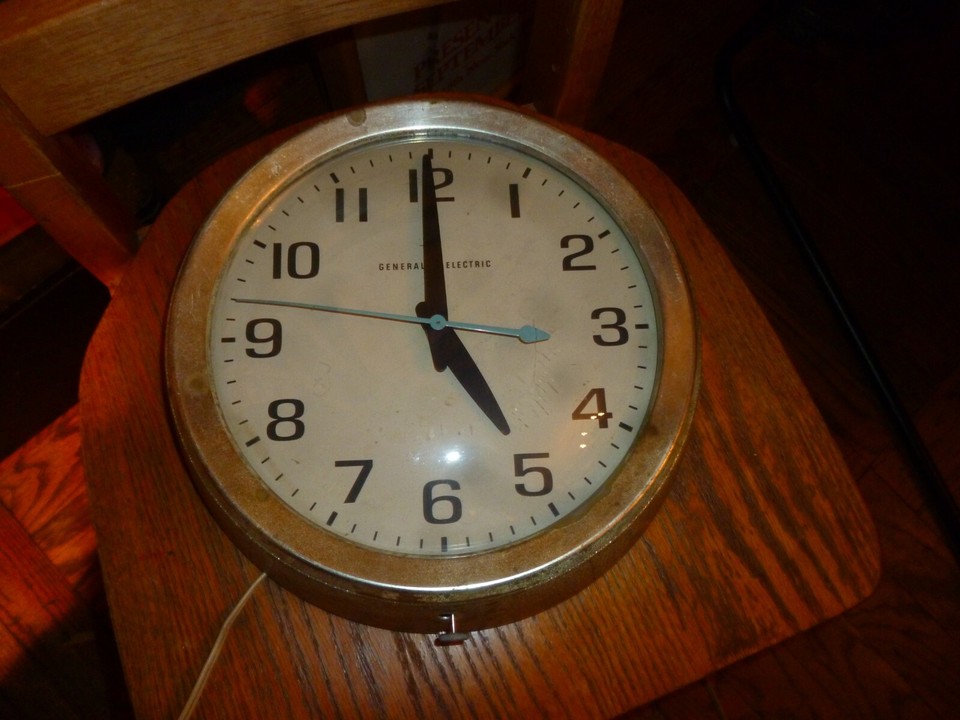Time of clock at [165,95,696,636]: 4:59
